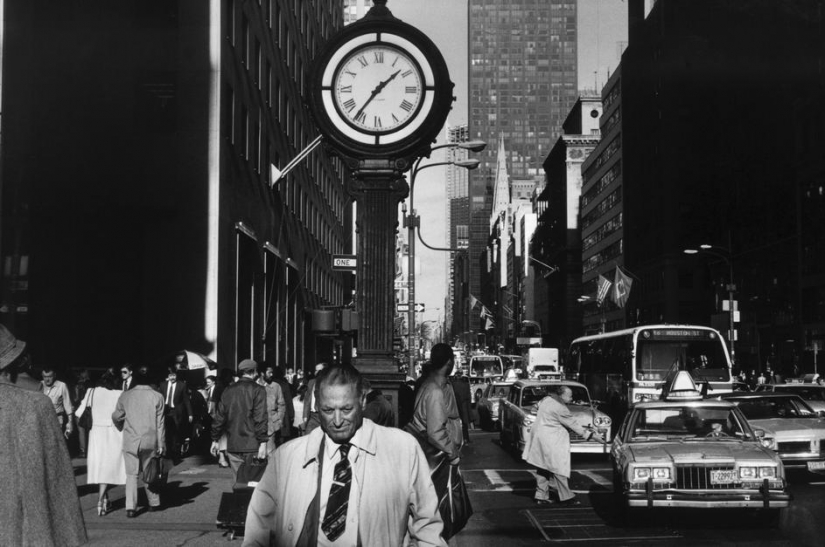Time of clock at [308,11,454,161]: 1:36
